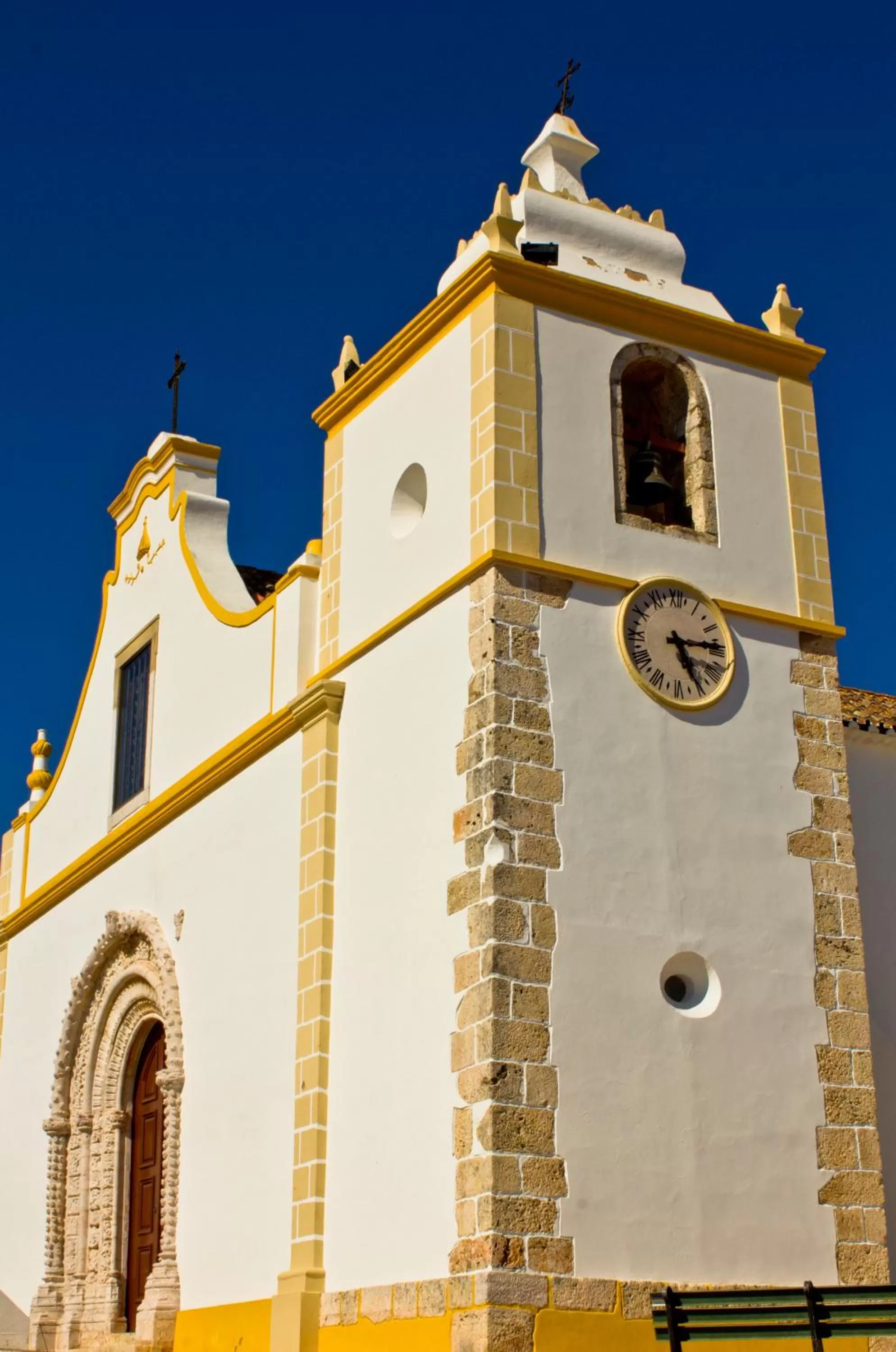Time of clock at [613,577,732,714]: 5:14
